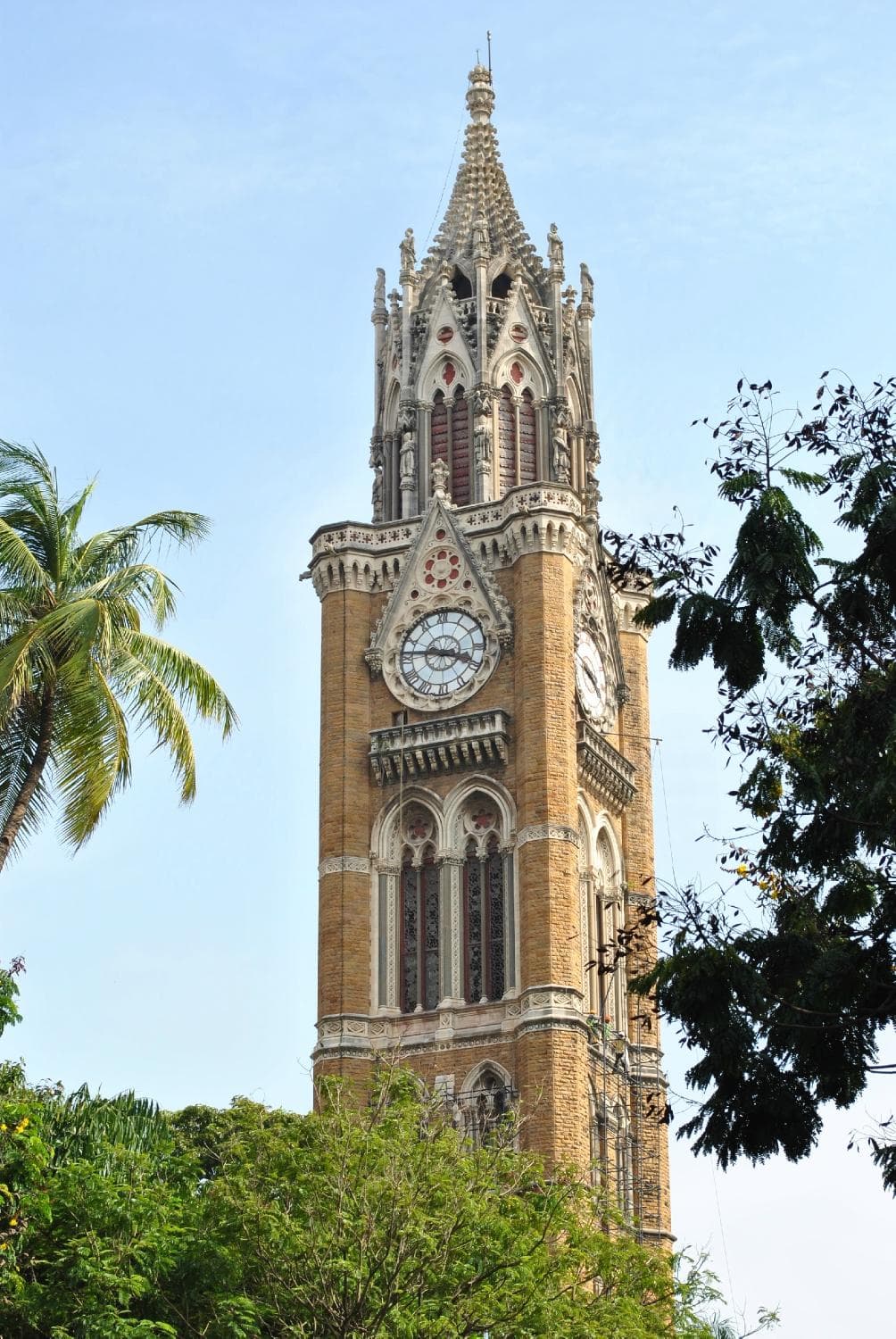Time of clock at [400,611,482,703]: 3:46
